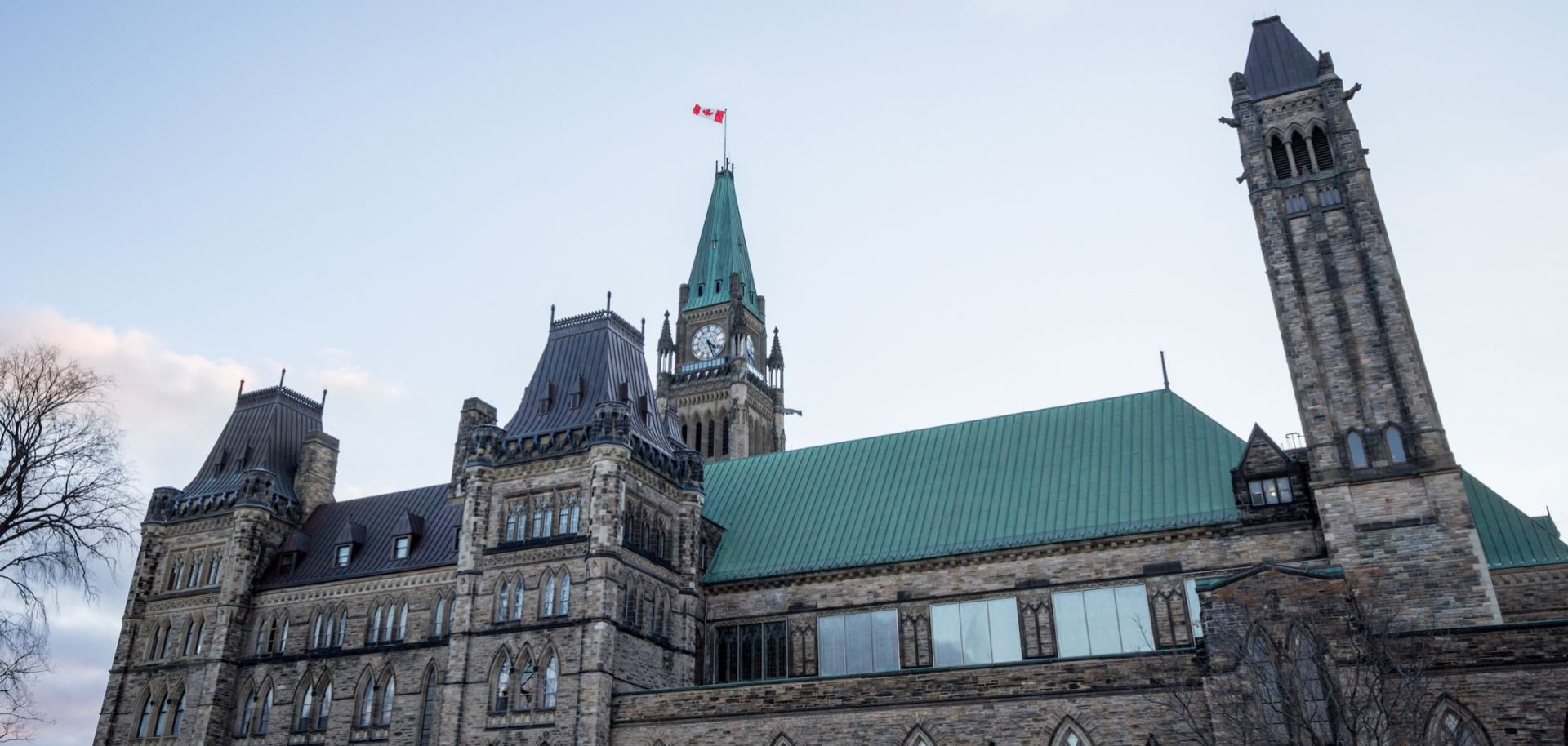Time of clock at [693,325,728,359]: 4:26
